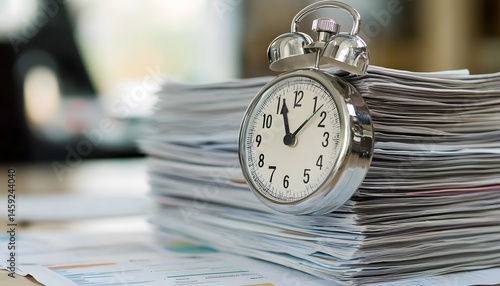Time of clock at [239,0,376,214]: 11:07
